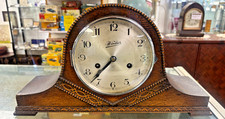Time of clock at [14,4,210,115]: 7:36
